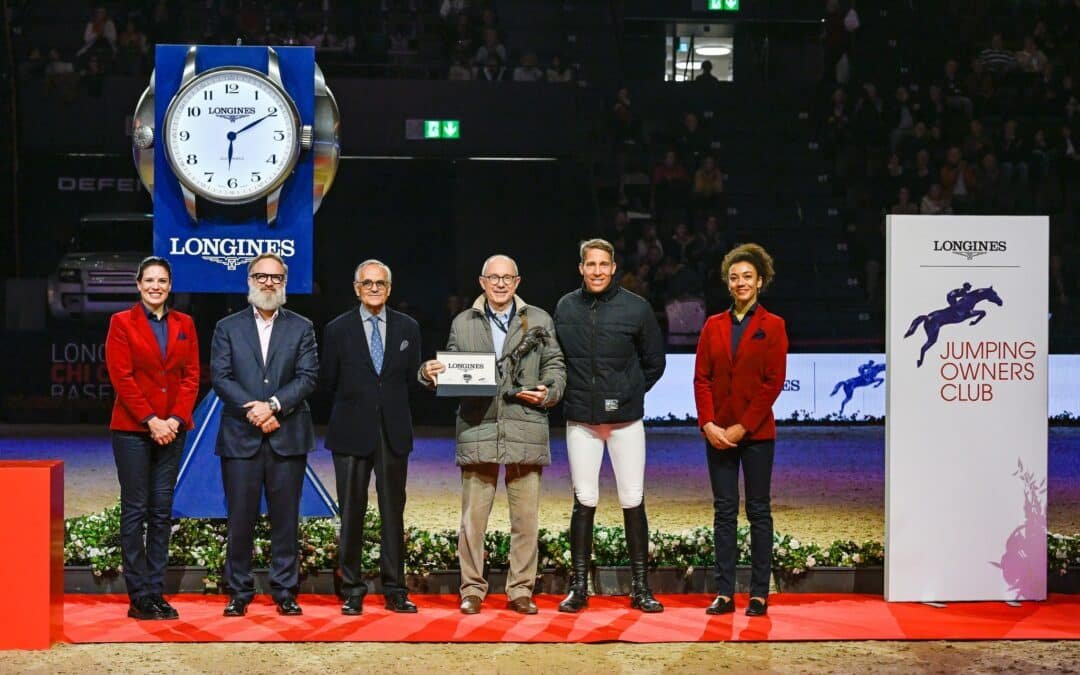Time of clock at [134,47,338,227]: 6:10
